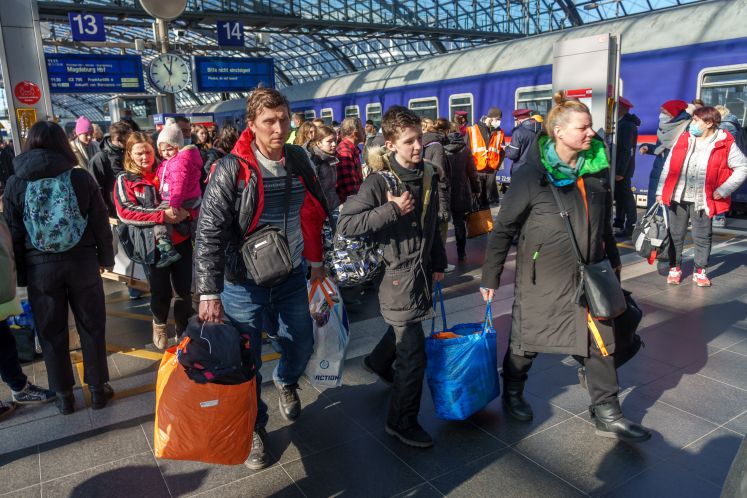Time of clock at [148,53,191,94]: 11:02
